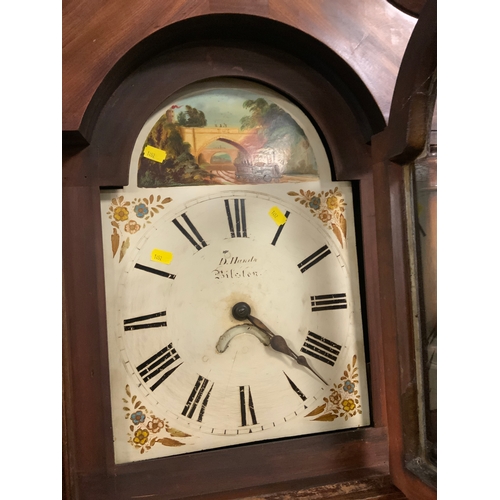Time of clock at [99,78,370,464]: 4:21
